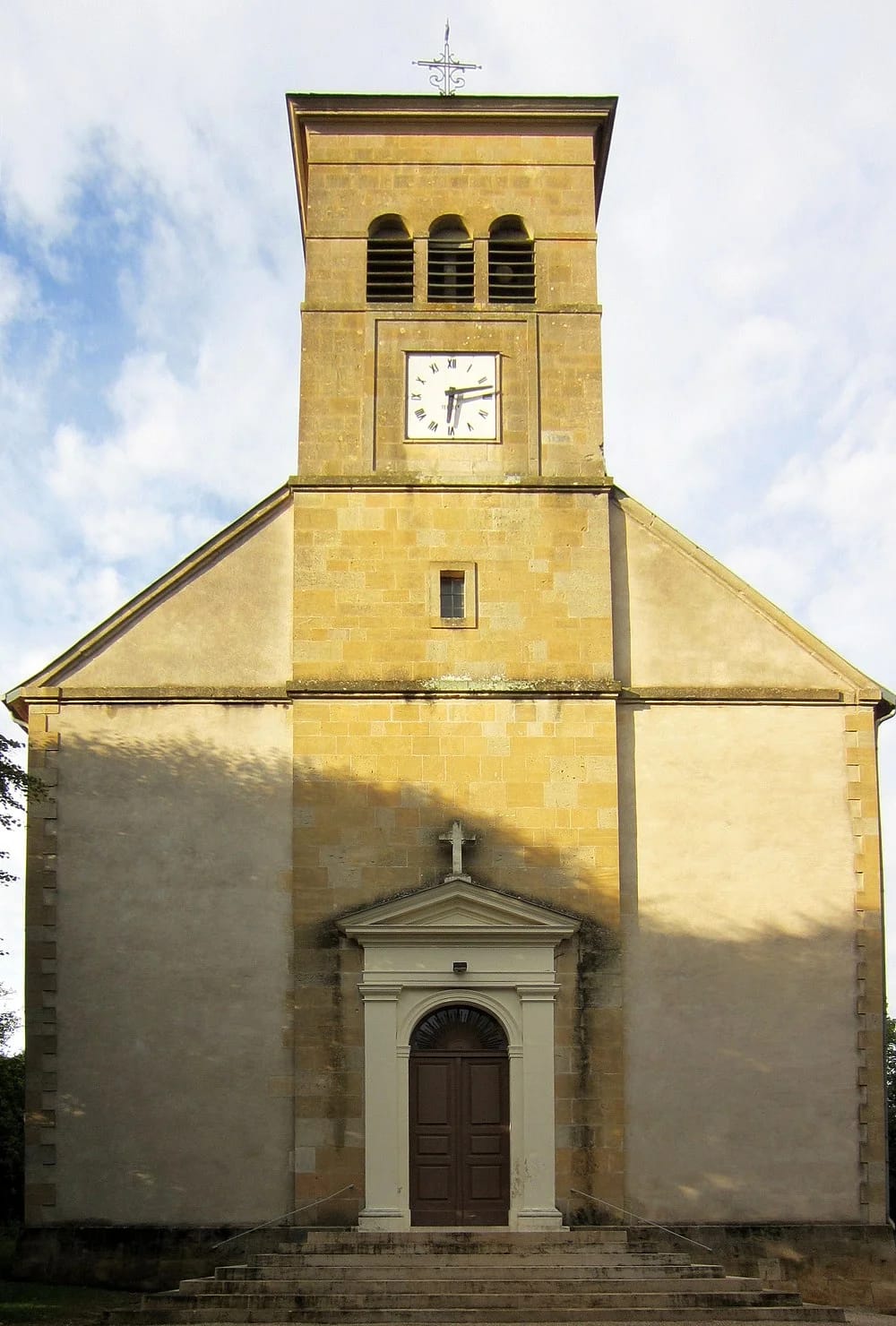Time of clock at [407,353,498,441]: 6:13
